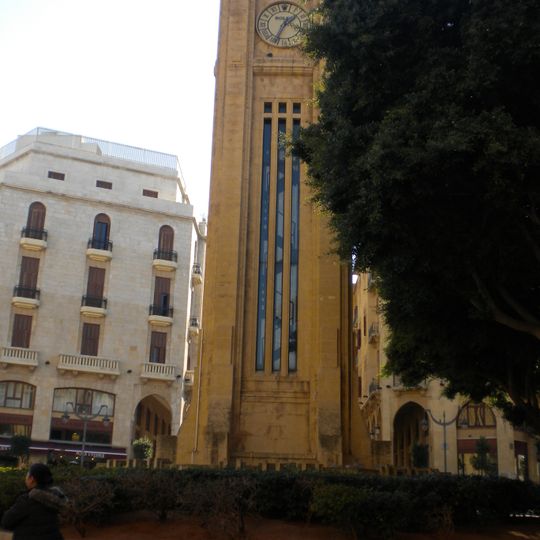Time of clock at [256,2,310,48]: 1:34
